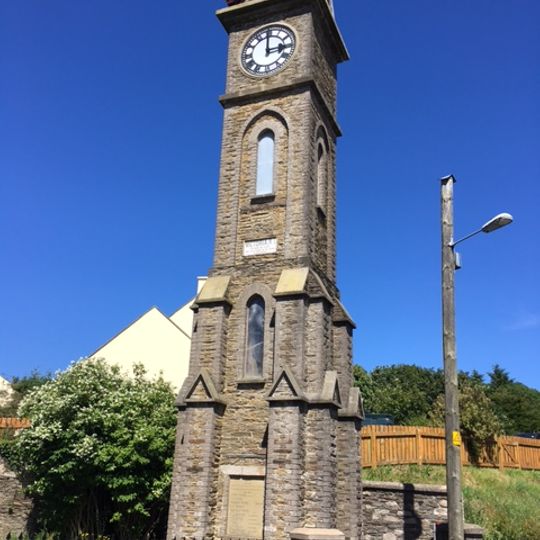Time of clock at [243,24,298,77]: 2:59
